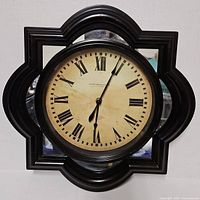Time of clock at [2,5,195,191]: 6:04
